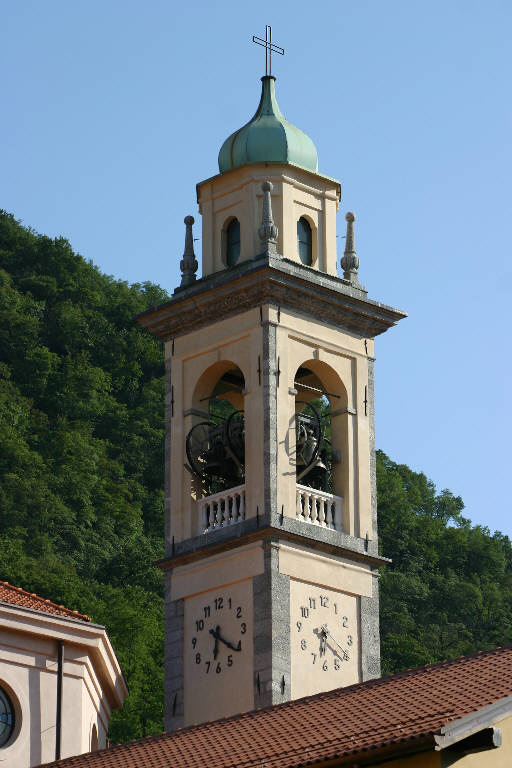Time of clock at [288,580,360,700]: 6:21
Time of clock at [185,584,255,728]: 6:20
